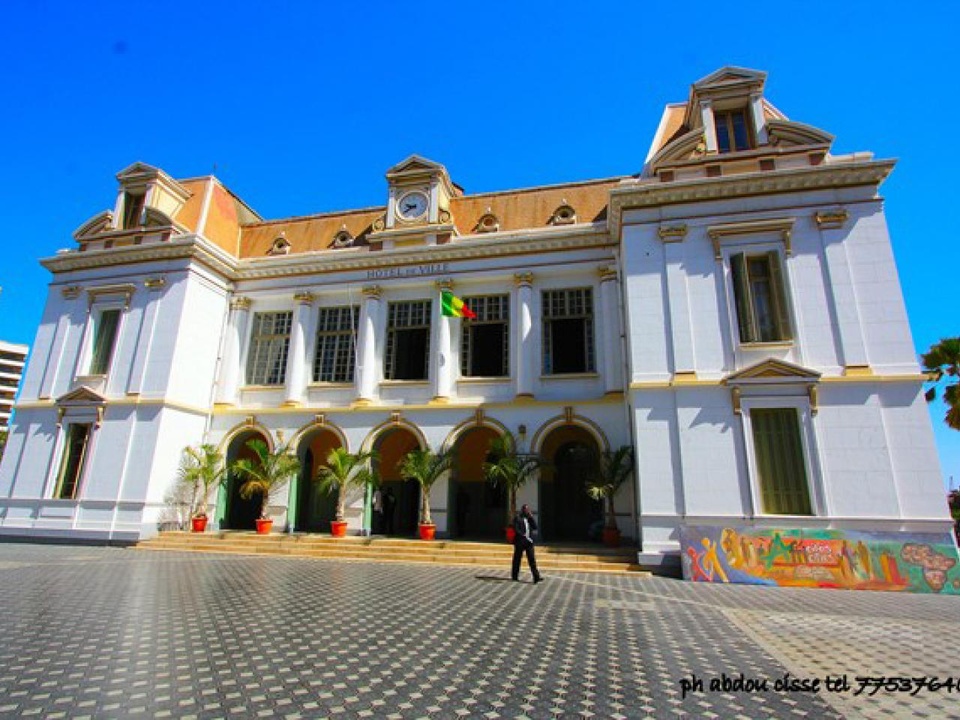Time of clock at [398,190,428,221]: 9:39
